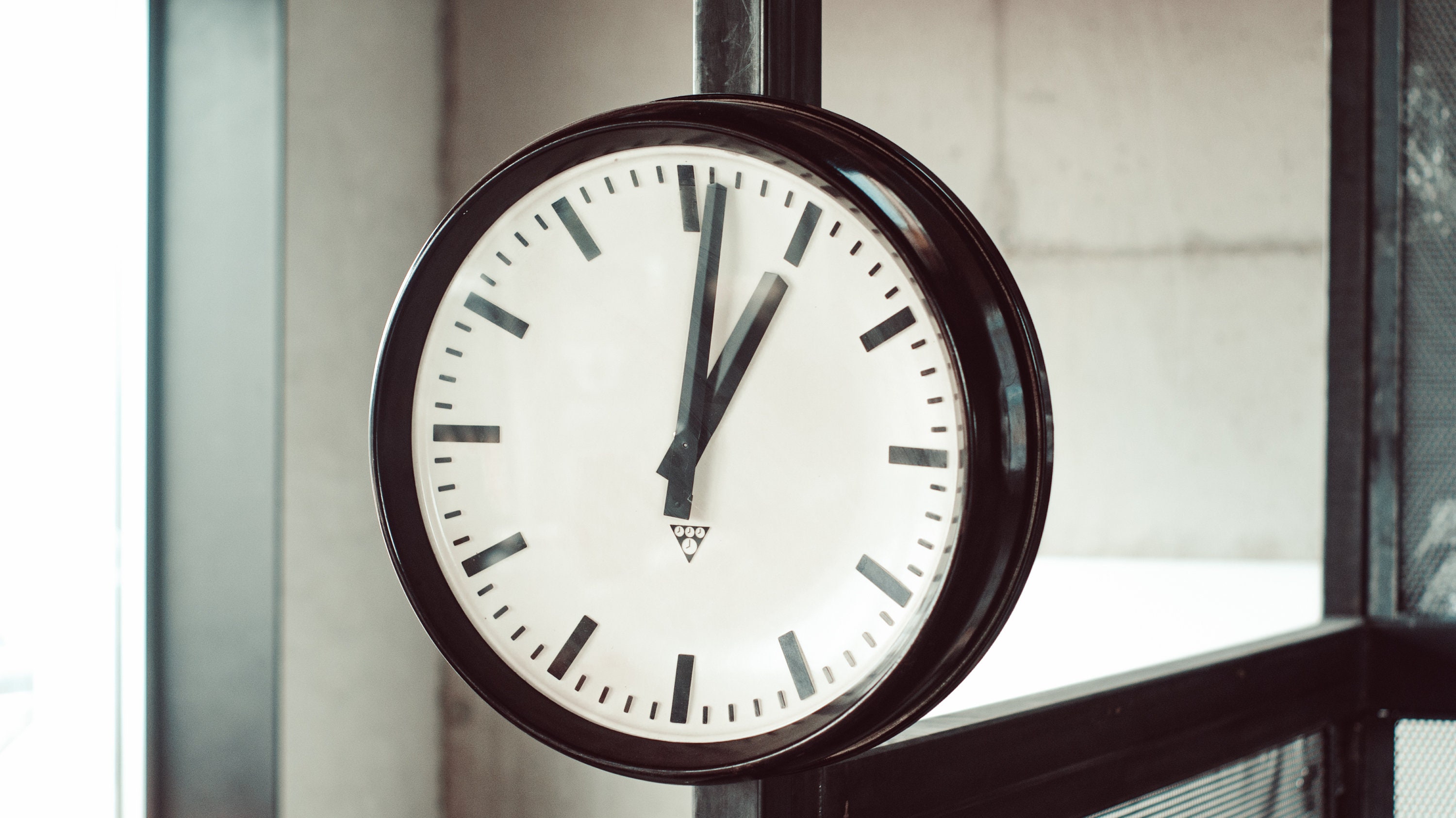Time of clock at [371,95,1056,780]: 1:01
